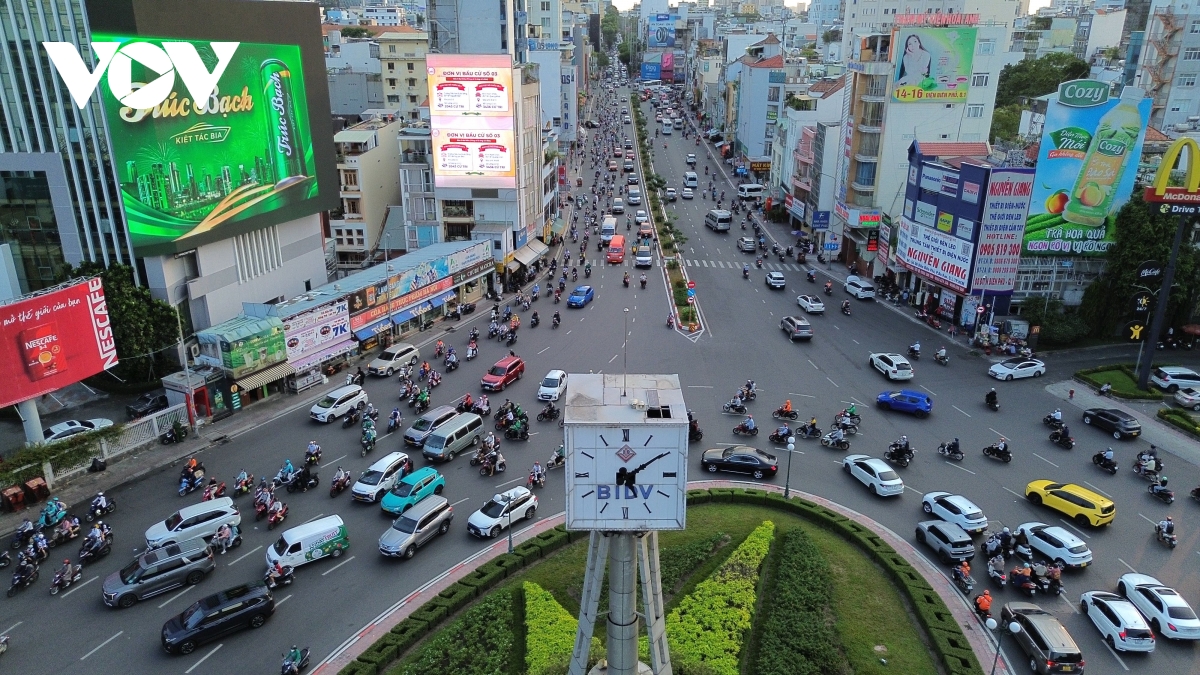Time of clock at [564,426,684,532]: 5:09
